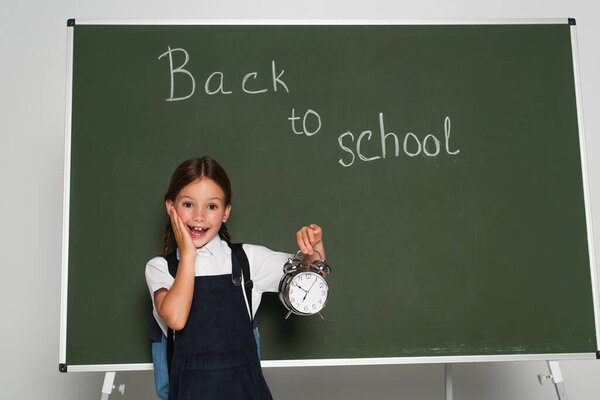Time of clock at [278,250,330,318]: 6:50
